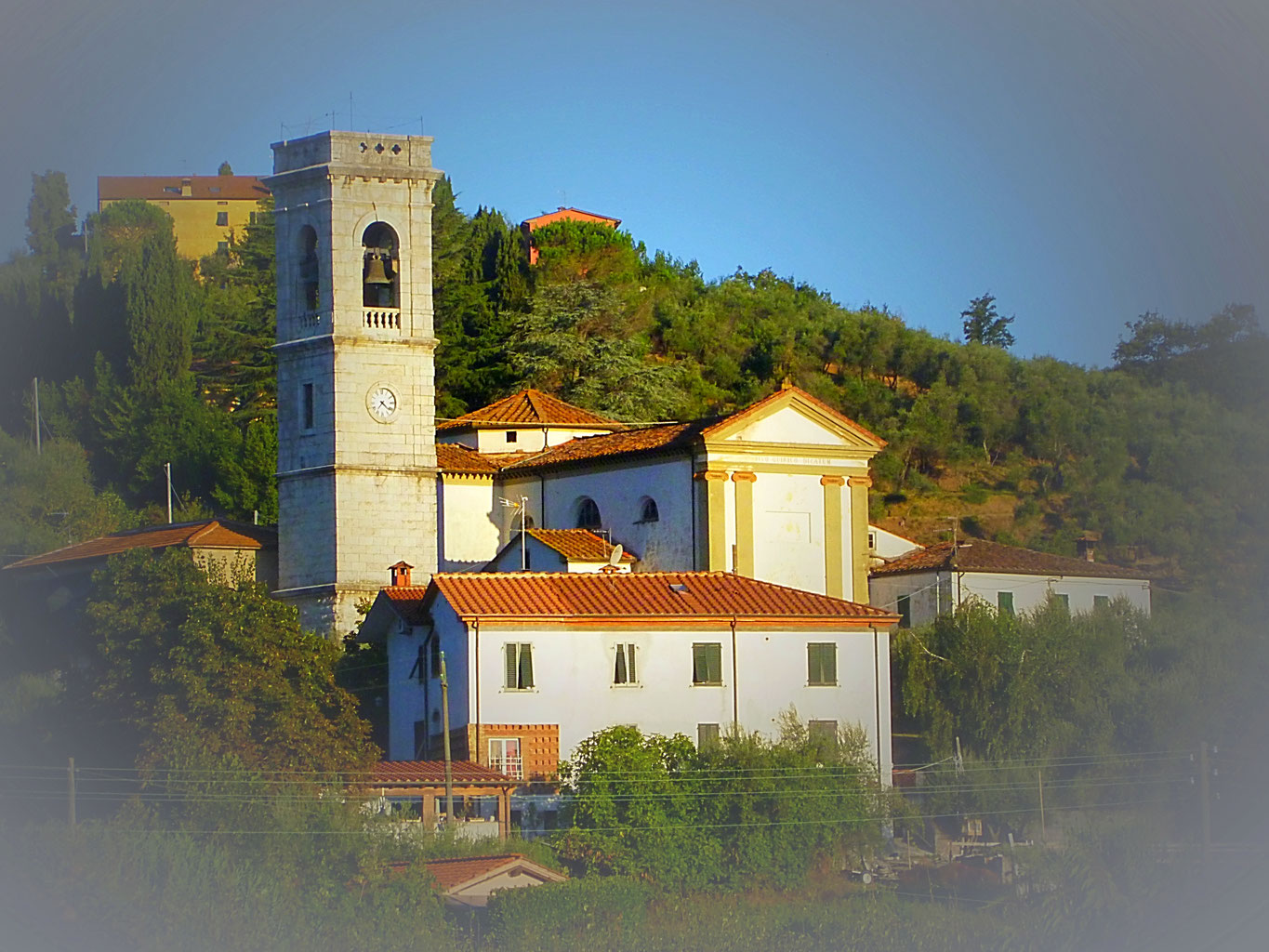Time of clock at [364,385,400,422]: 7:21
